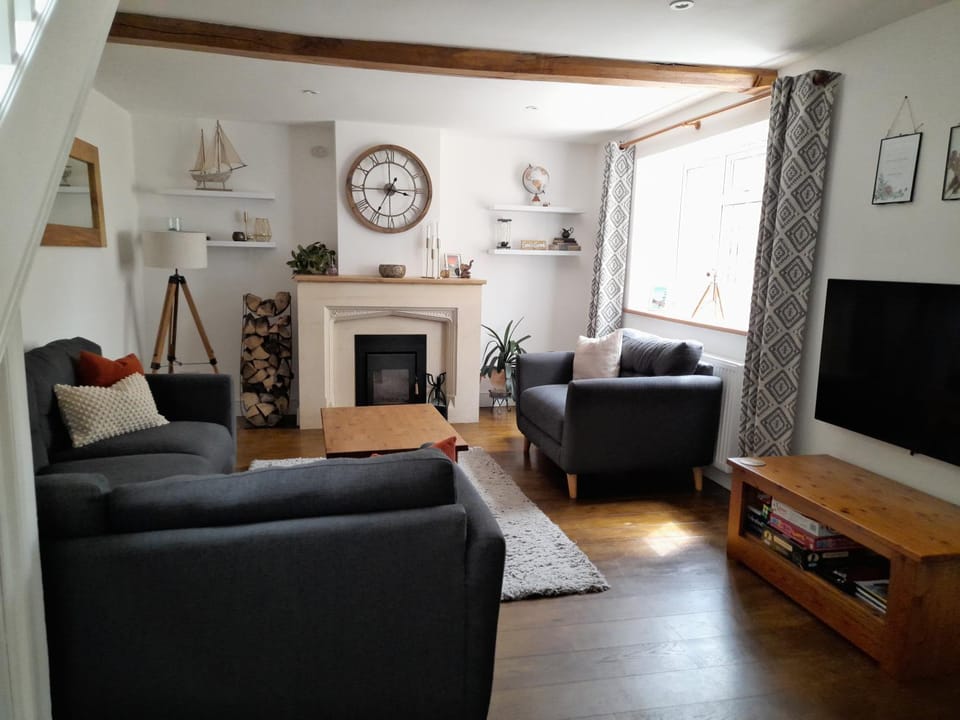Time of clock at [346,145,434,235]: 3:34
